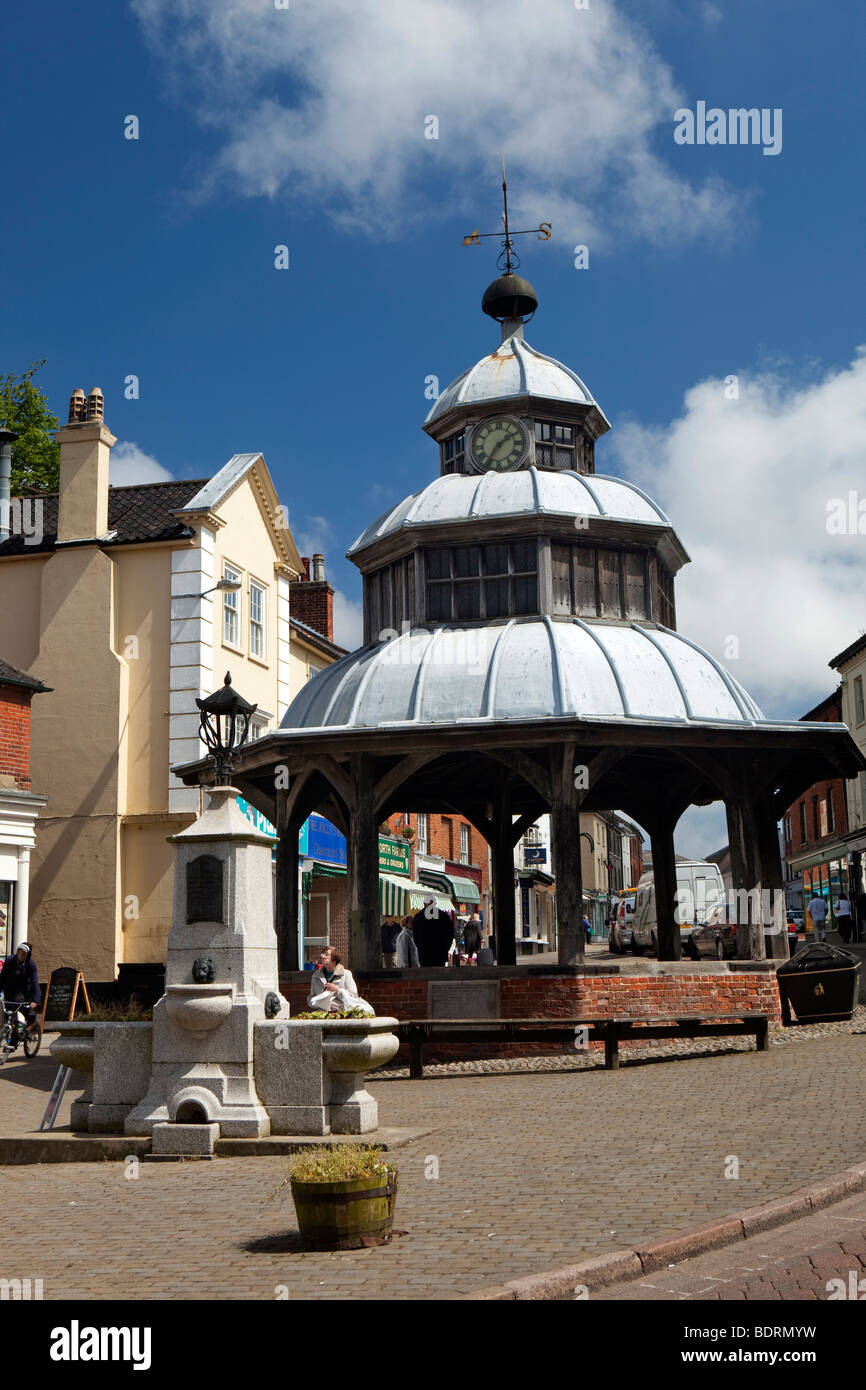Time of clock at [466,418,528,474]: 1:35
